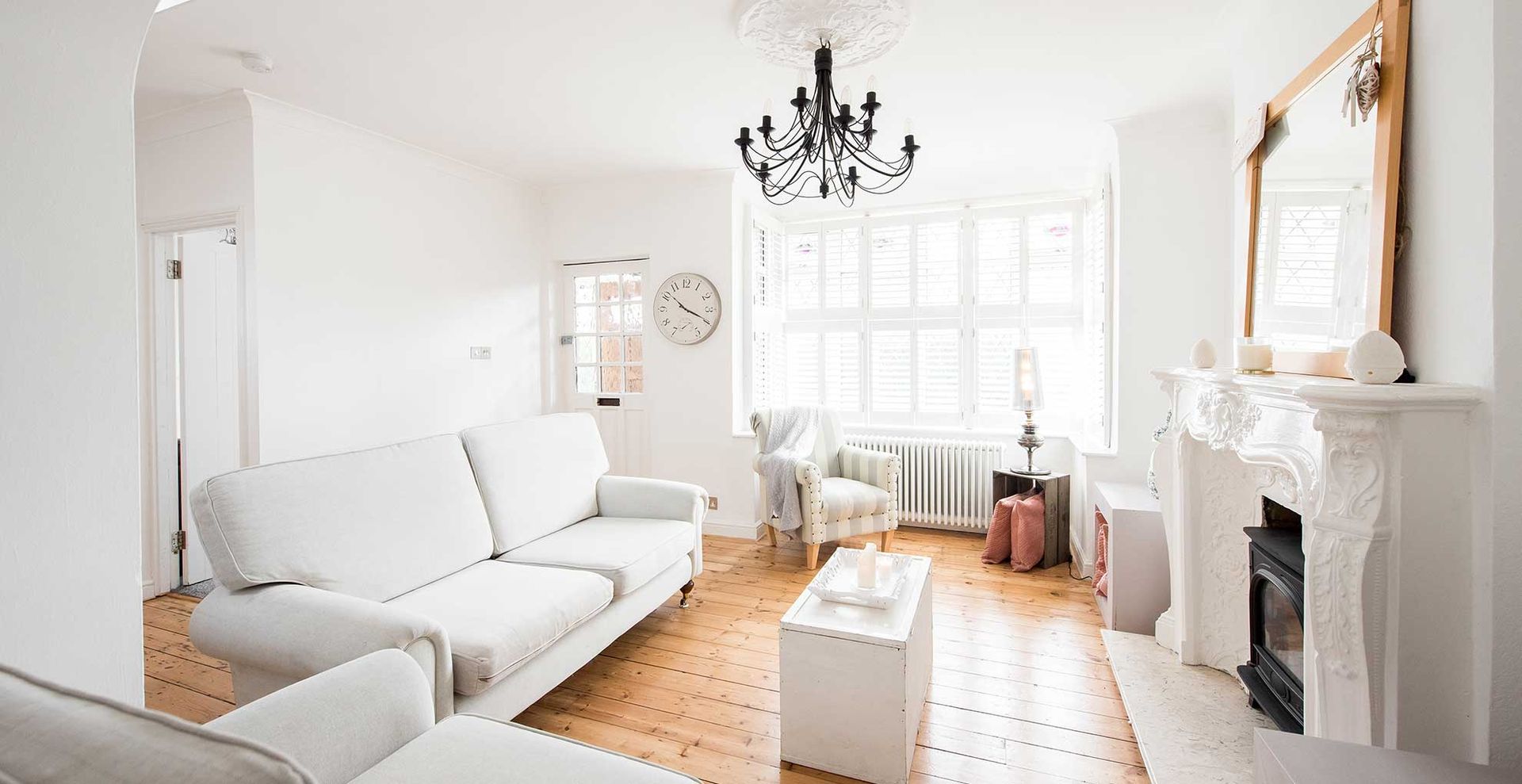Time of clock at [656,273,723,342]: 3:51
